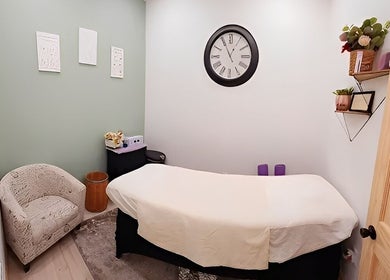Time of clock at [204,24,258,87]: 12:55
